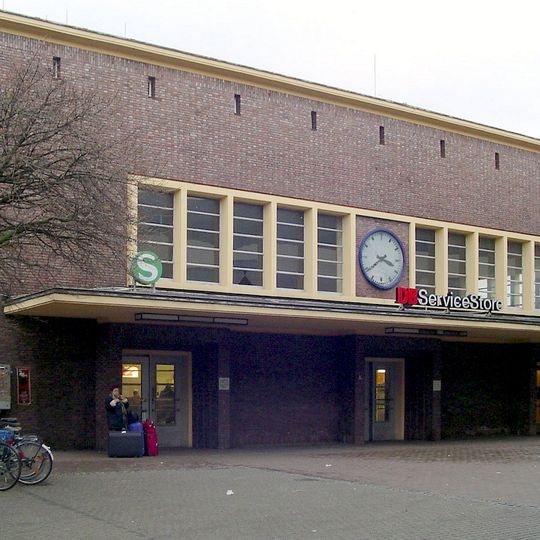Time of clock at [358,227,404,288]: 3:39
